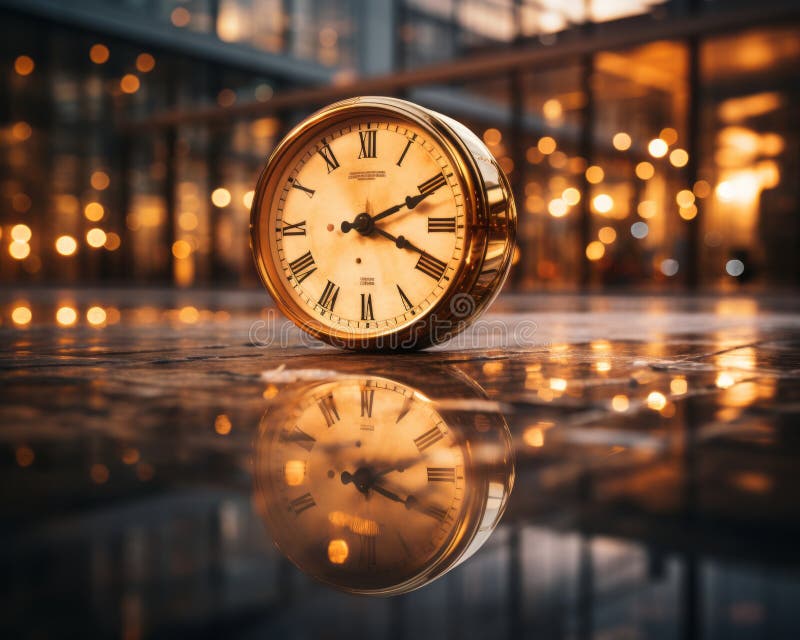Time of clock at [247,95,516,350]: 2:18
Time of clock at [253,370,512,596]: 2:18
